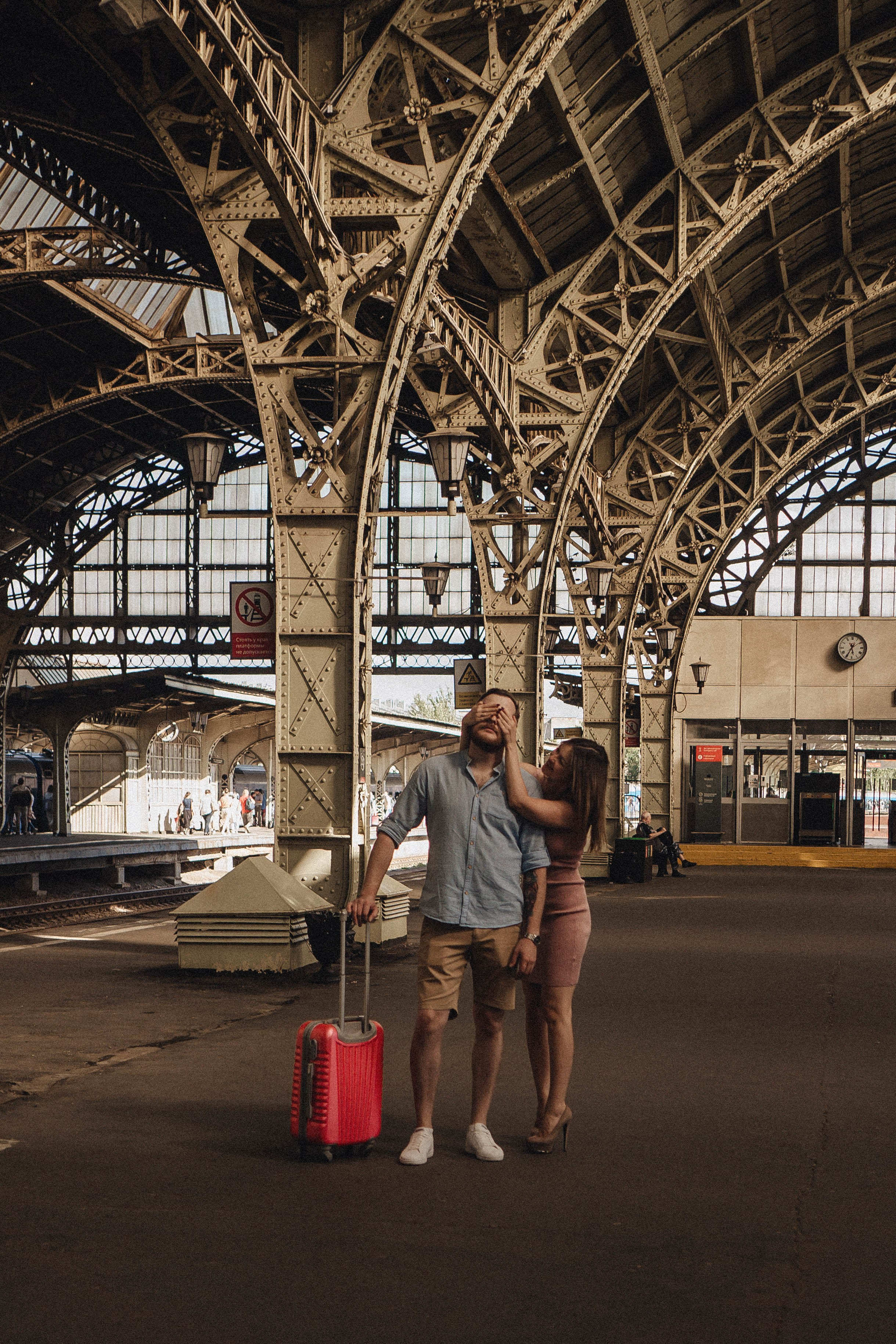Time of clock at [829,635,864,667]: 5:34
